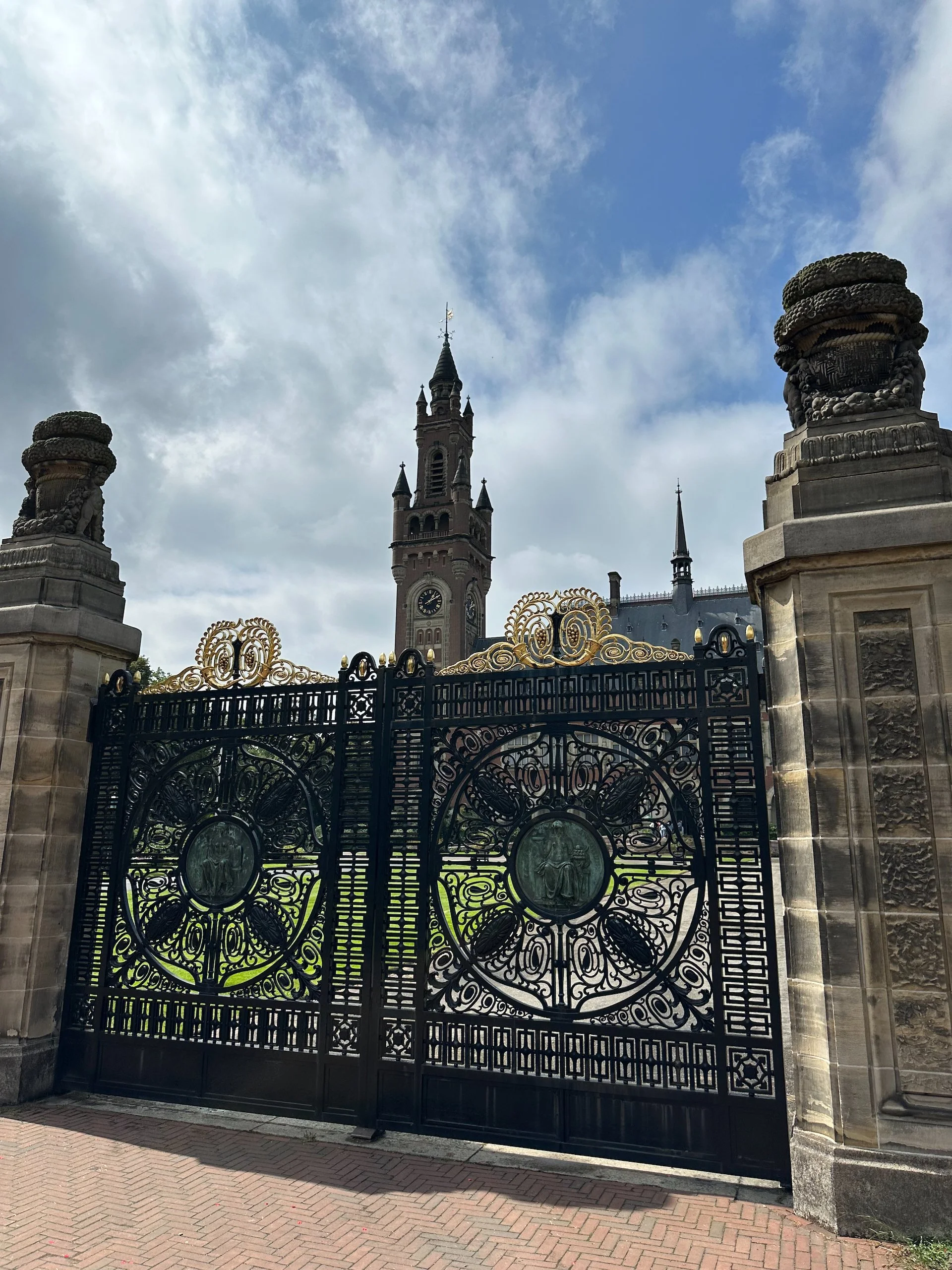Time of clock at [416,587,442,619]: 1:10
